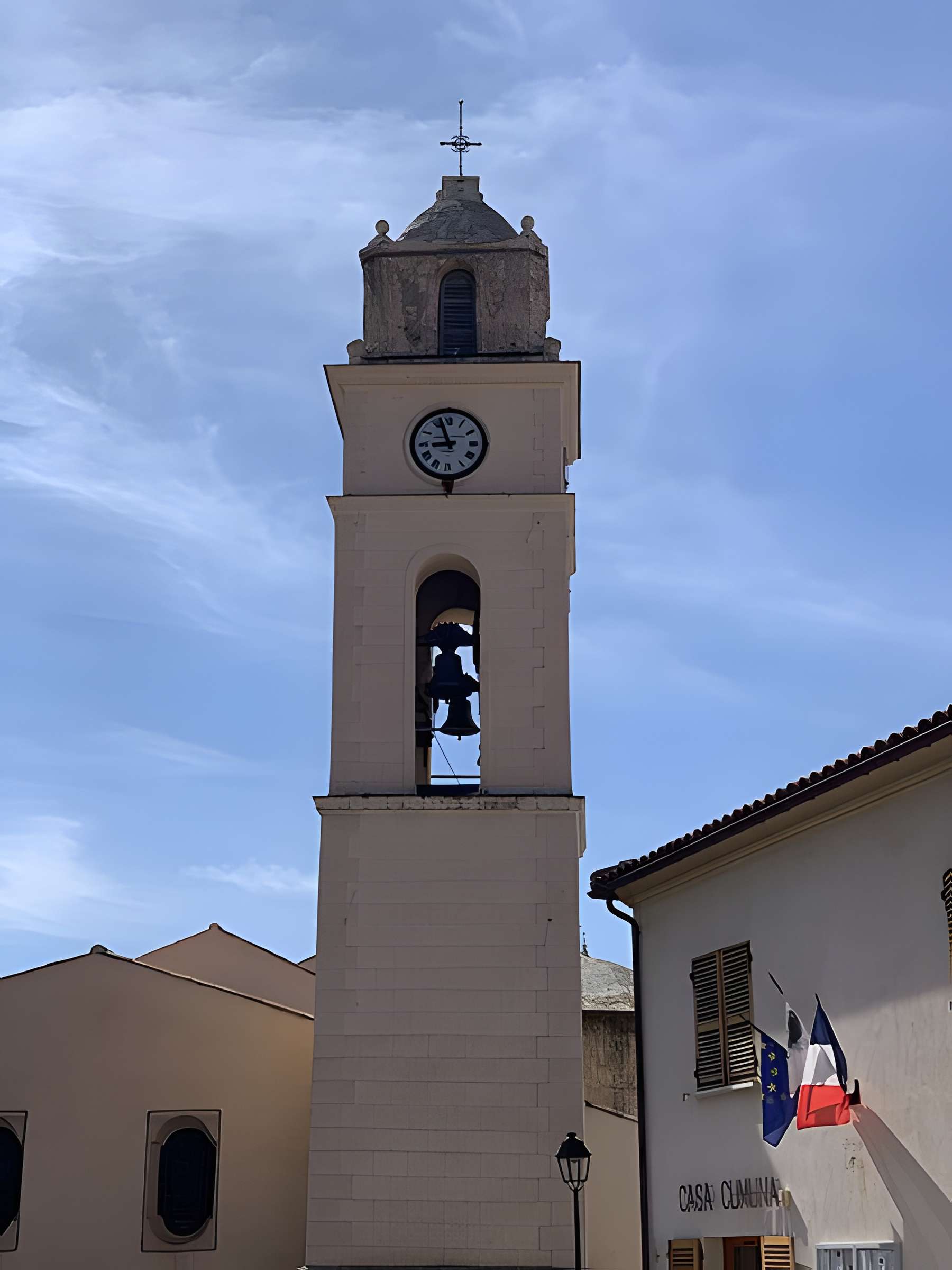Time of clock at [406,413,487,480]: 8:57
